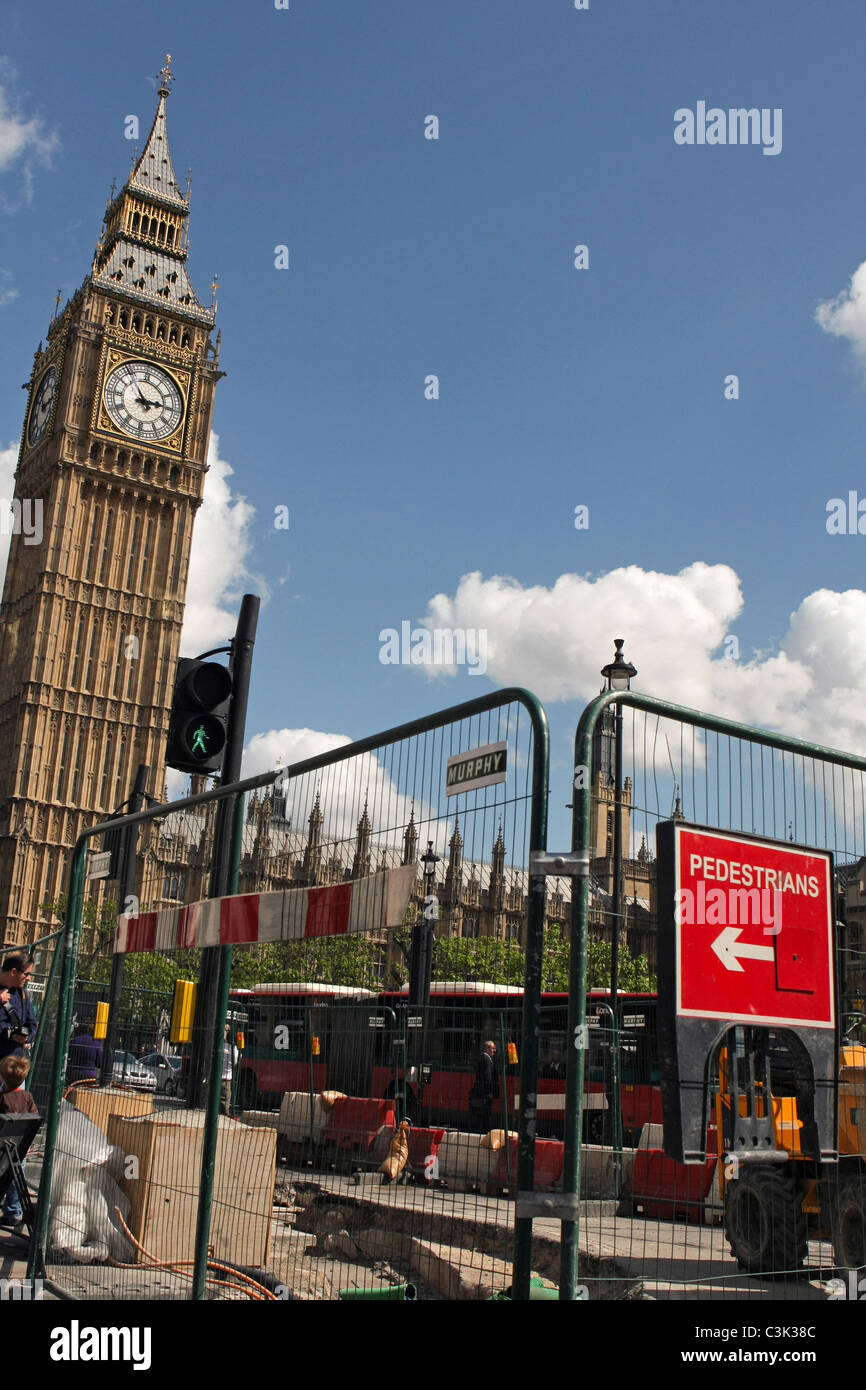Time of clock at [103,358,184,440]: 2:54
